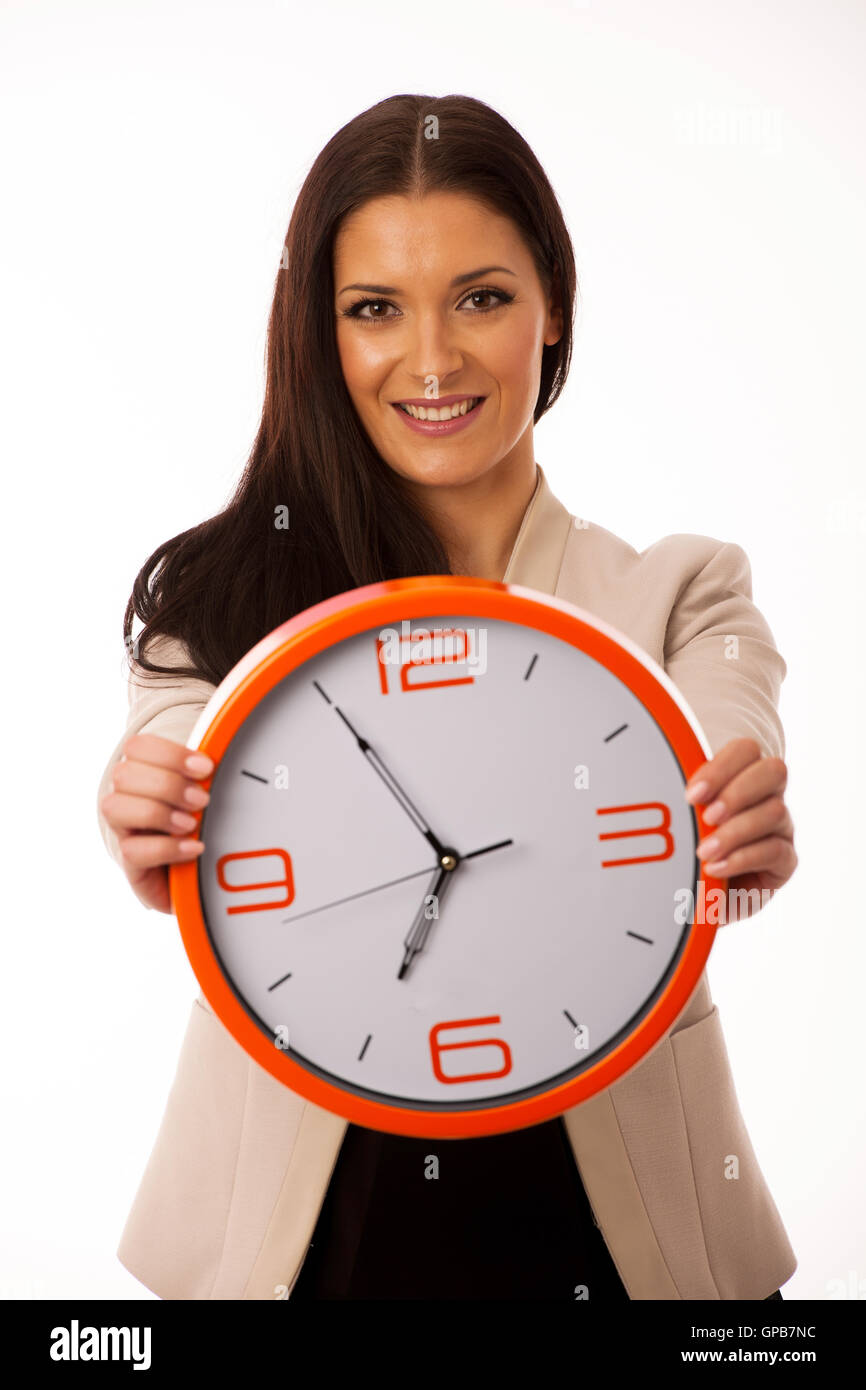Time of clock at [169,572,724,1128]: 6:55
